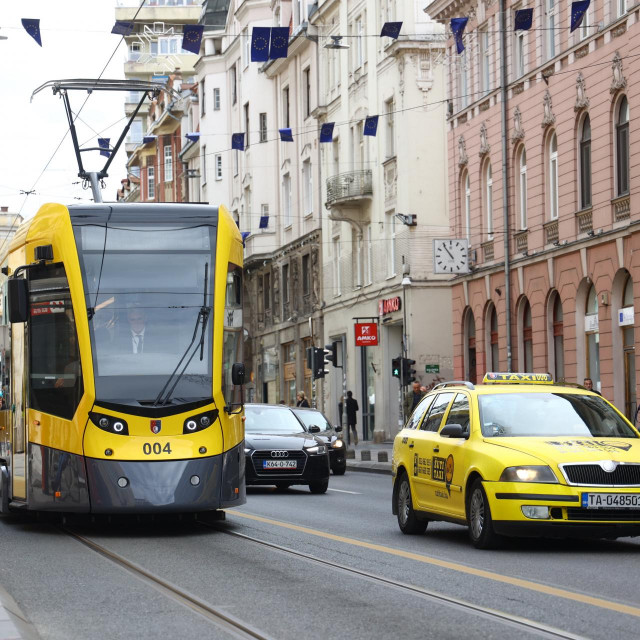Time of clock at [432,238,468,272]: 10:54
